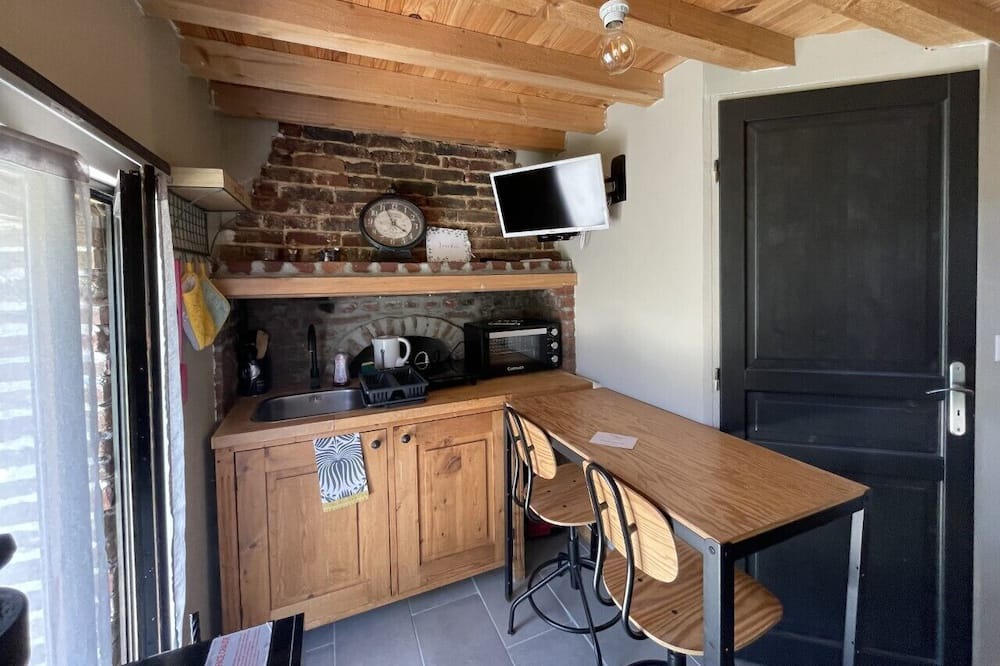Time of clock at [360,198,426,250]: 3:56
